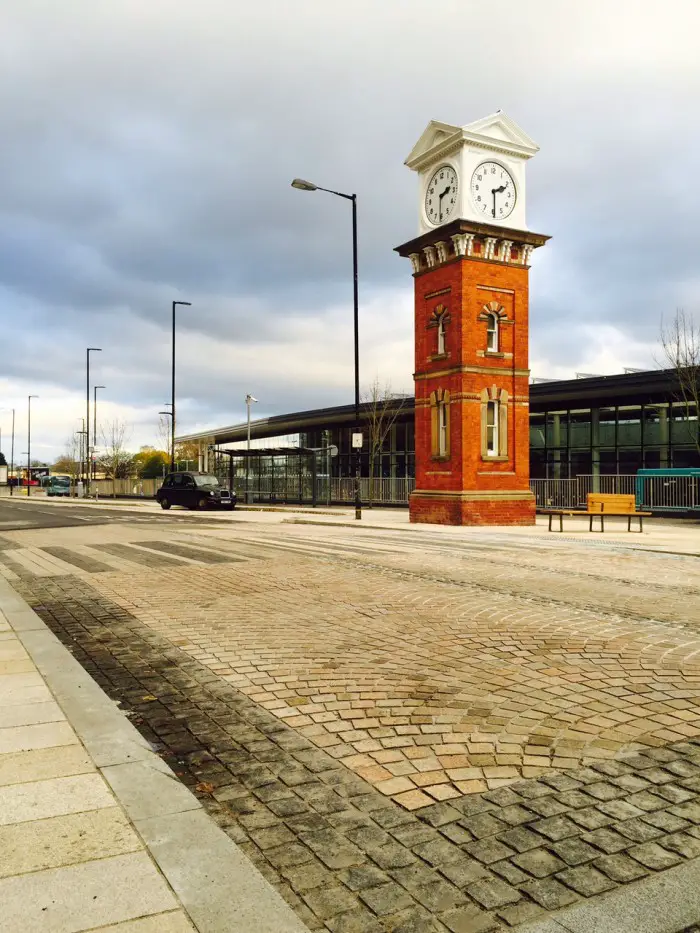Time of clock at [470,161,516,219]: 2:29
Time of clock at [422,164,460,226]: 2:31
